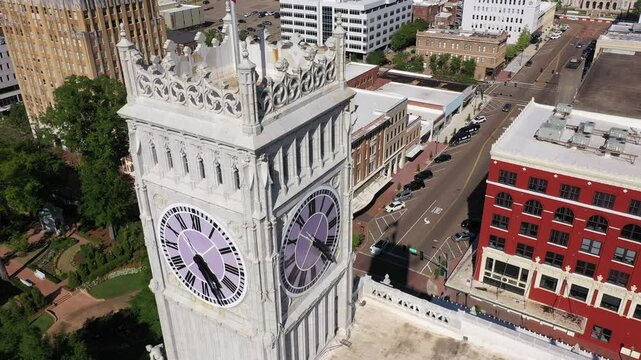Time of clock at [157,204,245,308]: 4:26
